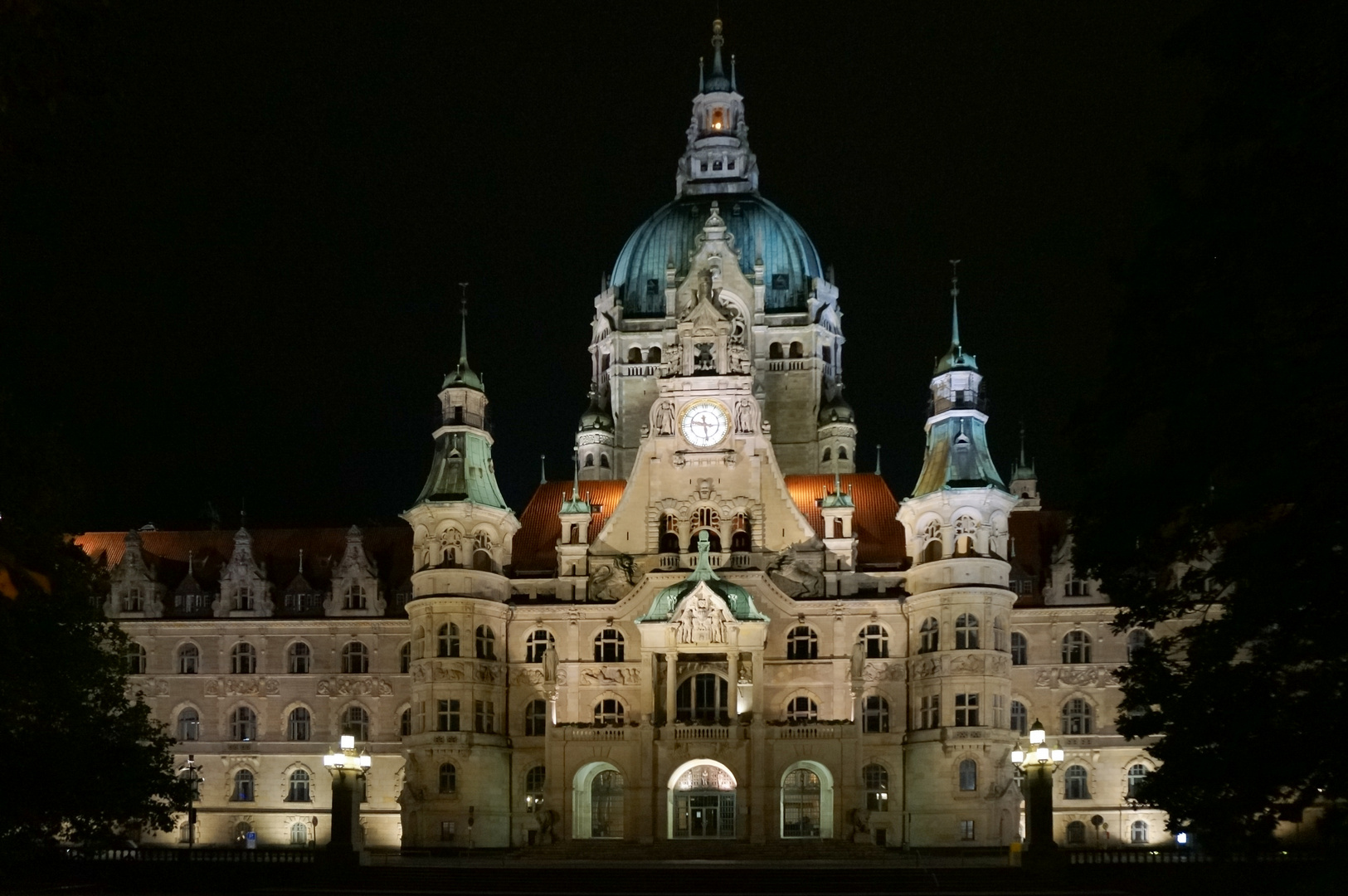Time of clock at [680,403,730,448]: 9:28
